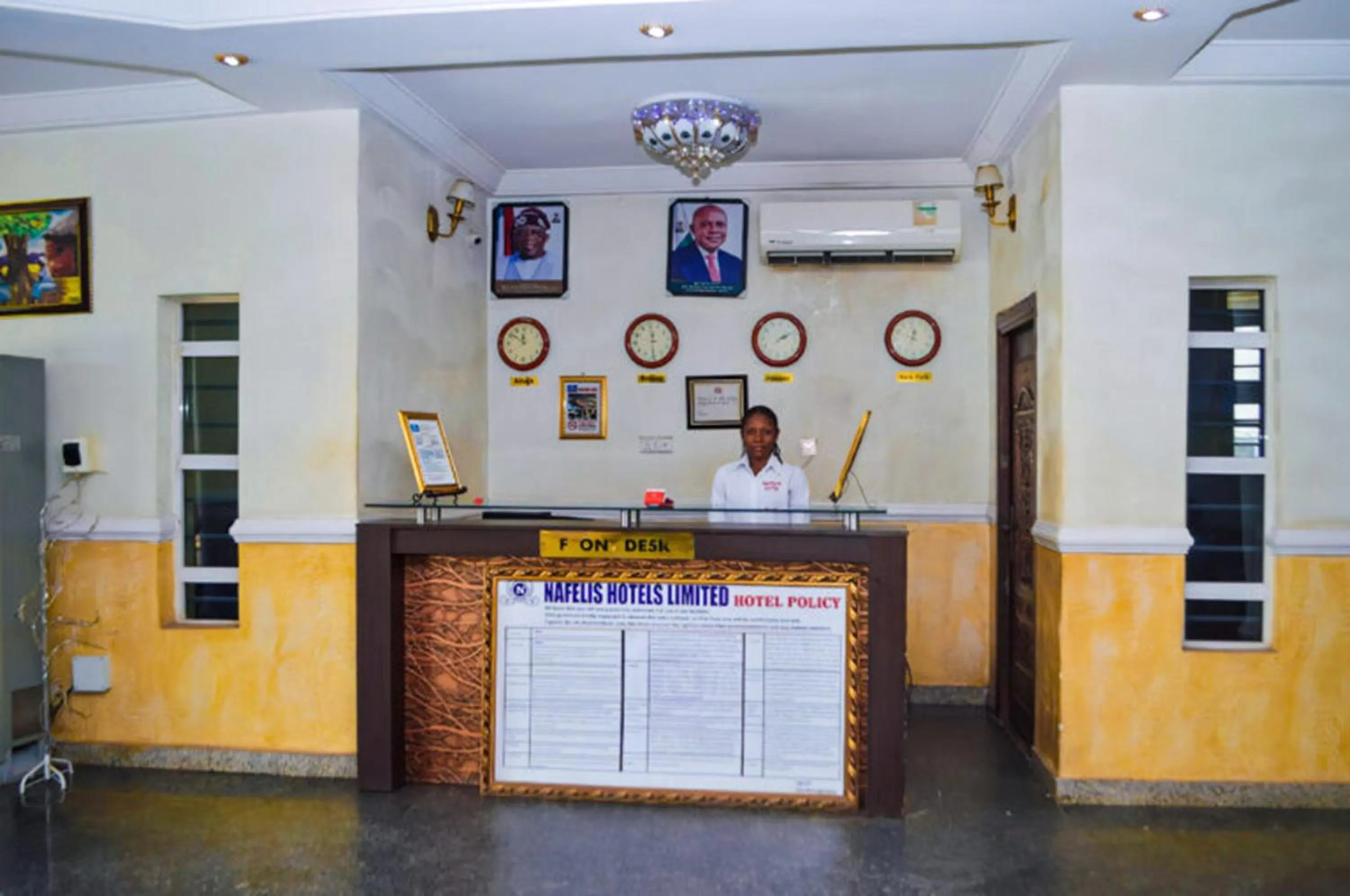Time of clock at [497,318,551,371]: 11:51
